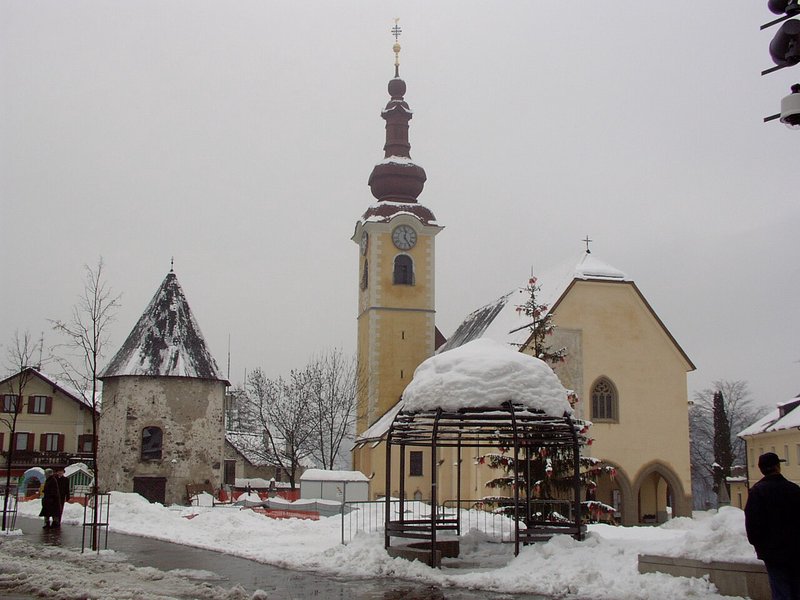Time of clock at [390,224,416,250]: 12:24
